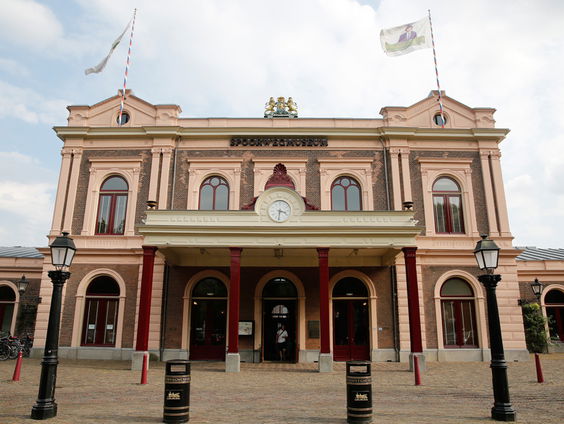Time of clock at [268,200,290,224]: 3:31
